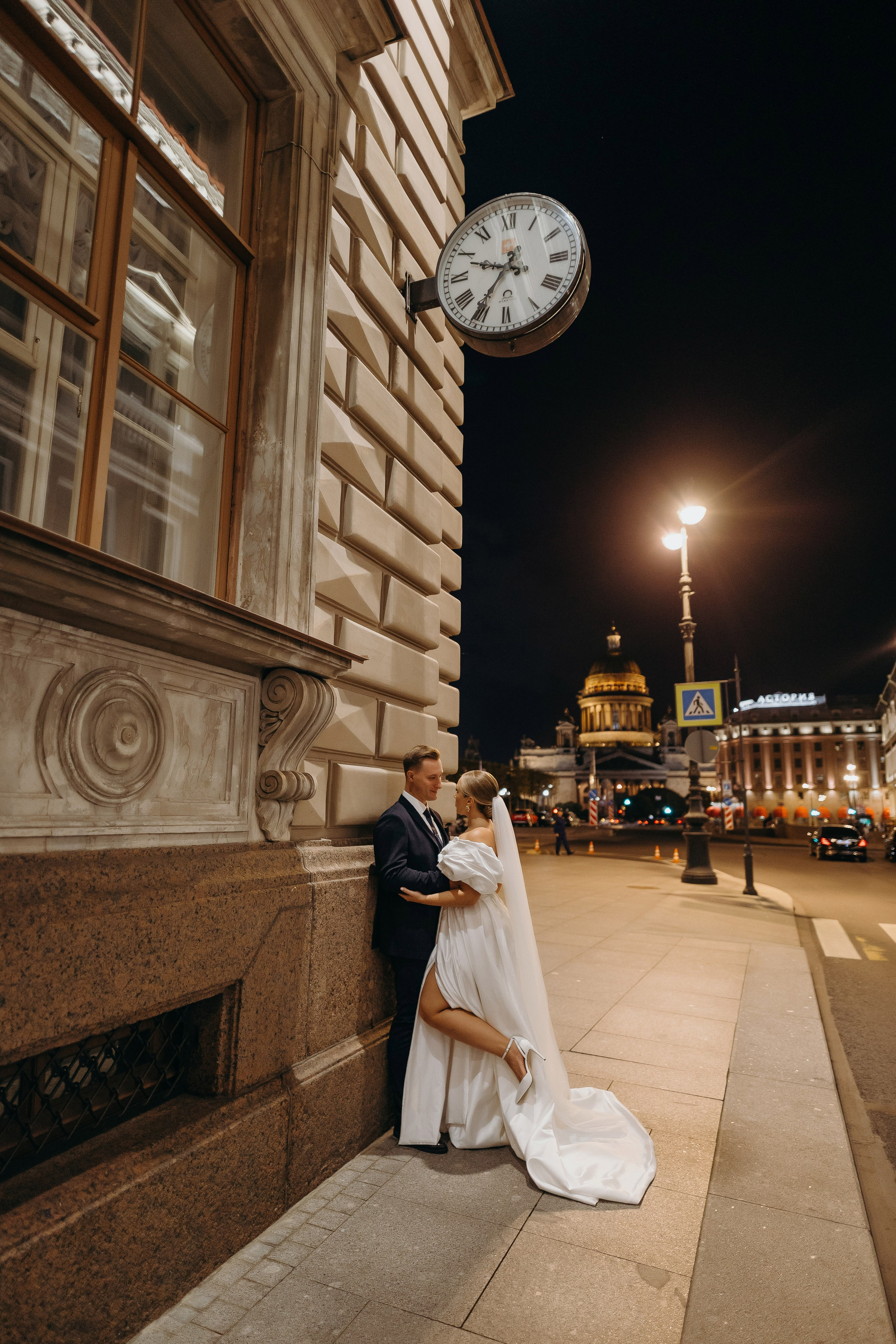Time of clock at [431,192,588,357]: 9:36
